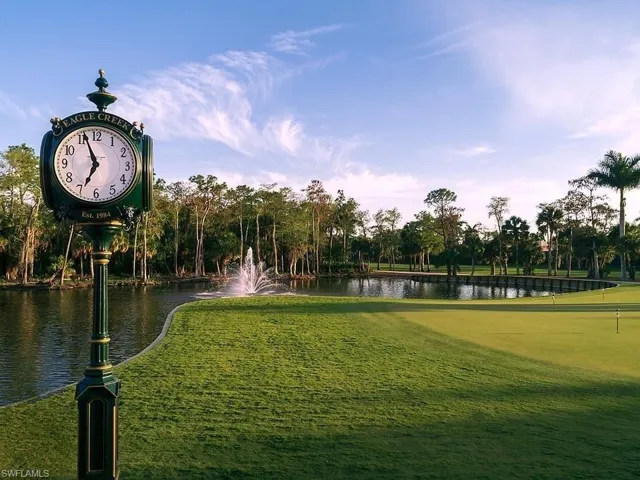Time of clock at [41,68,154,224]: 6:56
